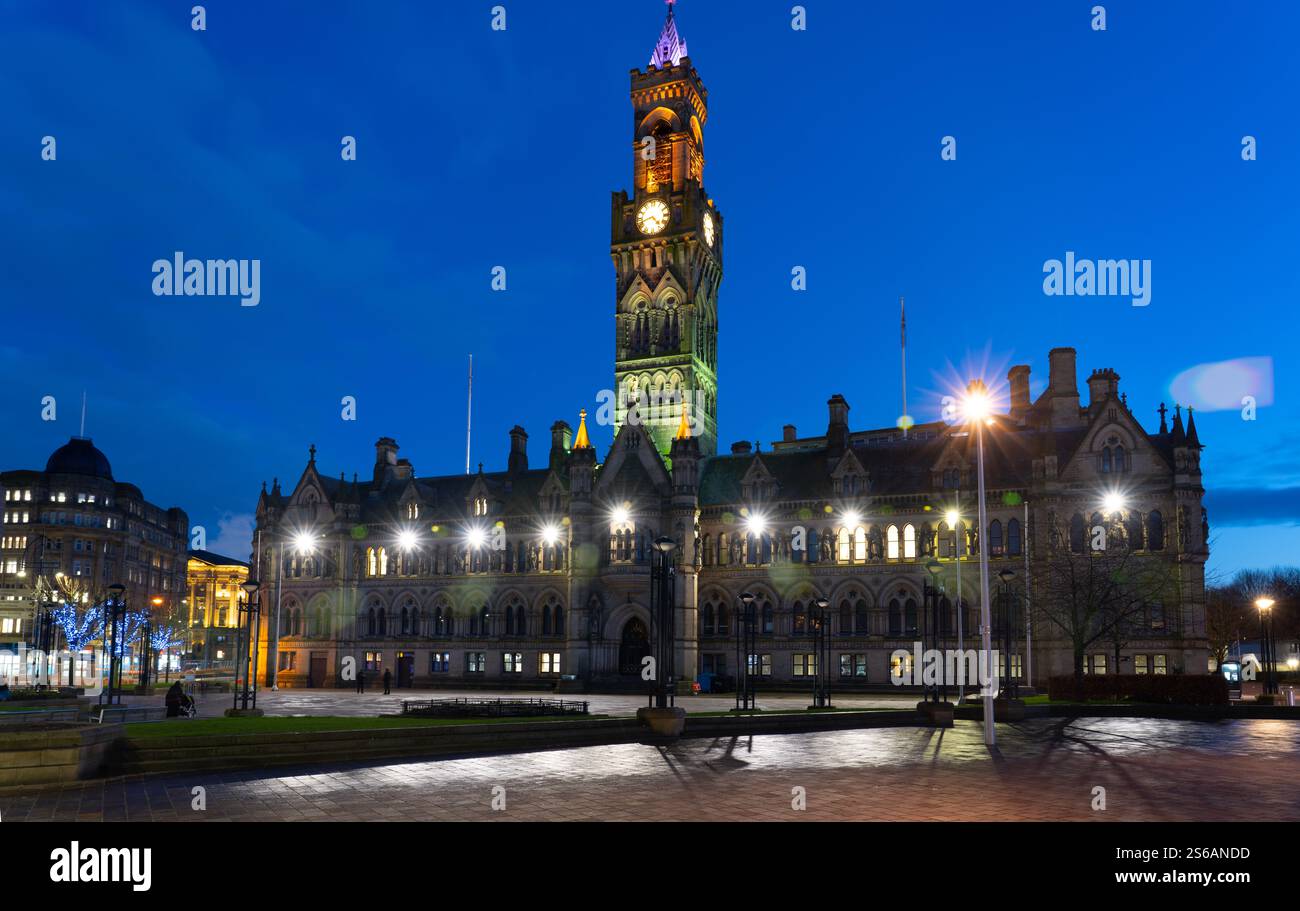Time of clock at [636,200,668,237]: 4:42
